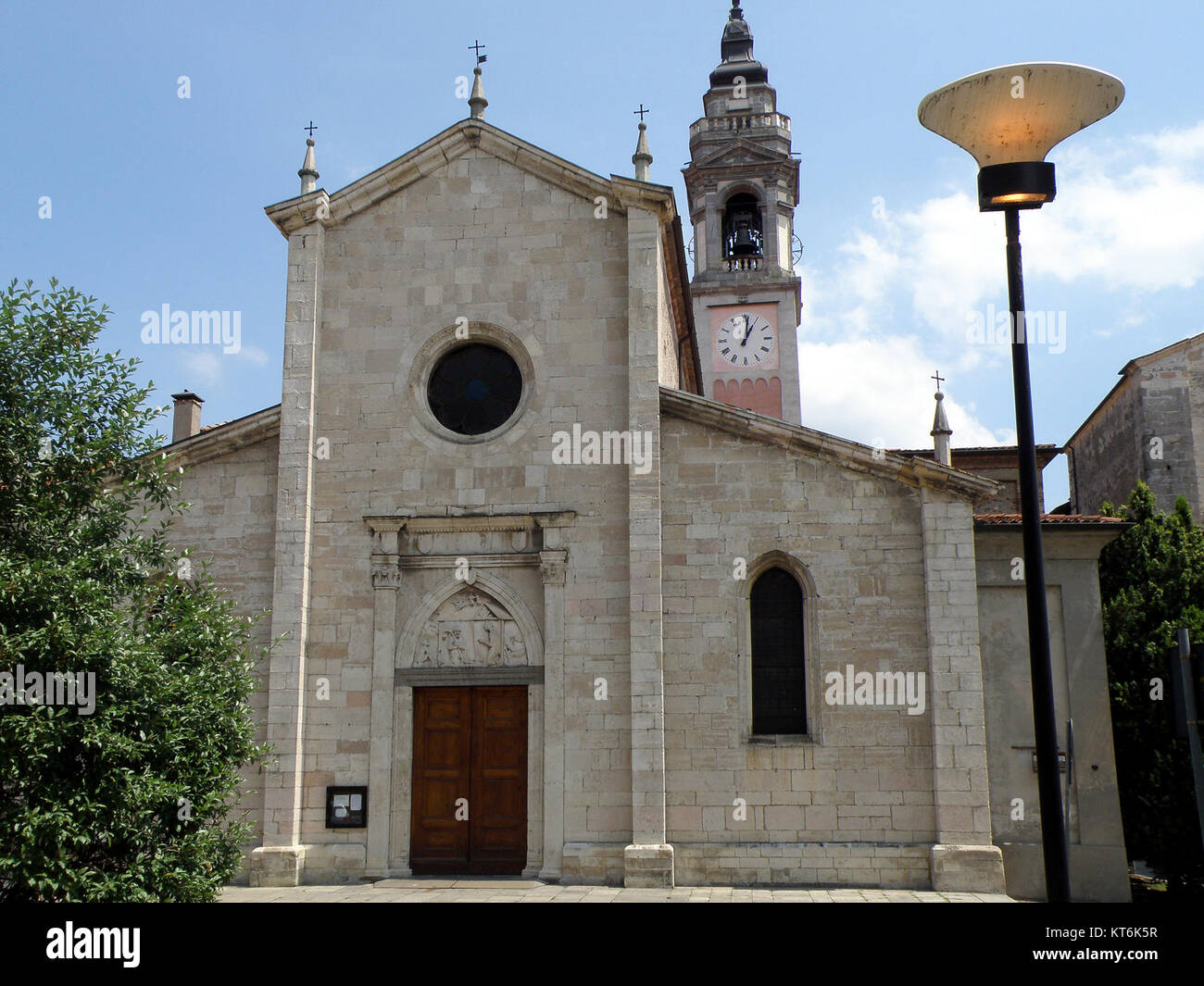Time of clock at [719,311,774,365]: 1:01
